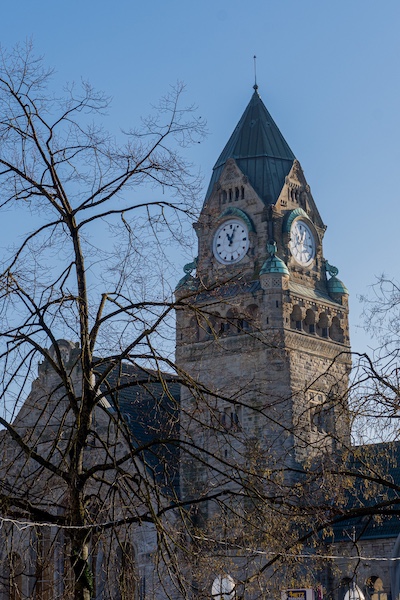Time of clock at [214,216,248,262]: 11:03
